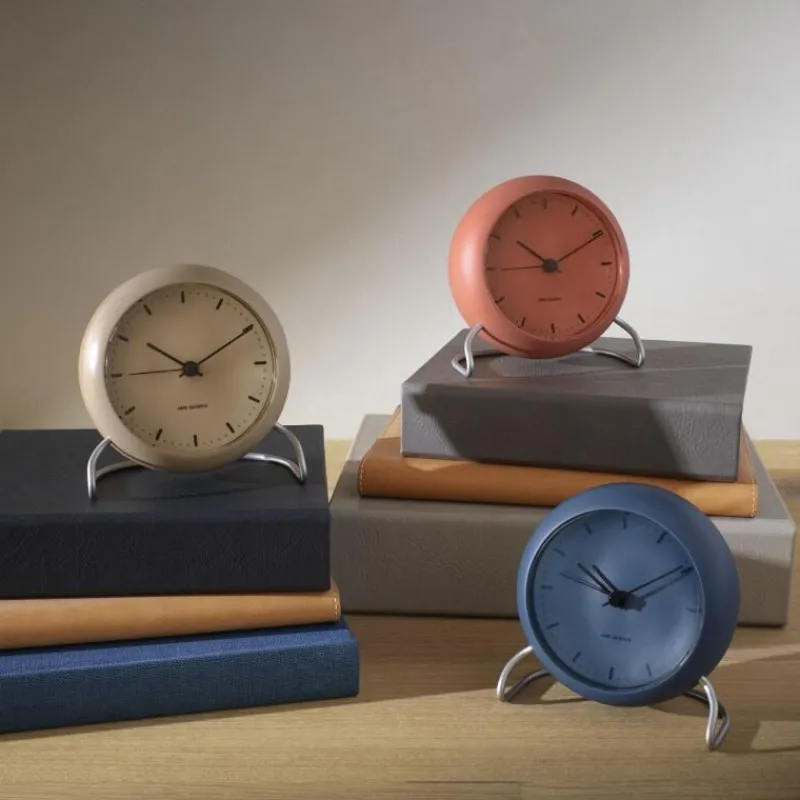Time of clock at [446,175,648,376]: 10:10
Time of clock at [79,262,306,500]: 10:10
